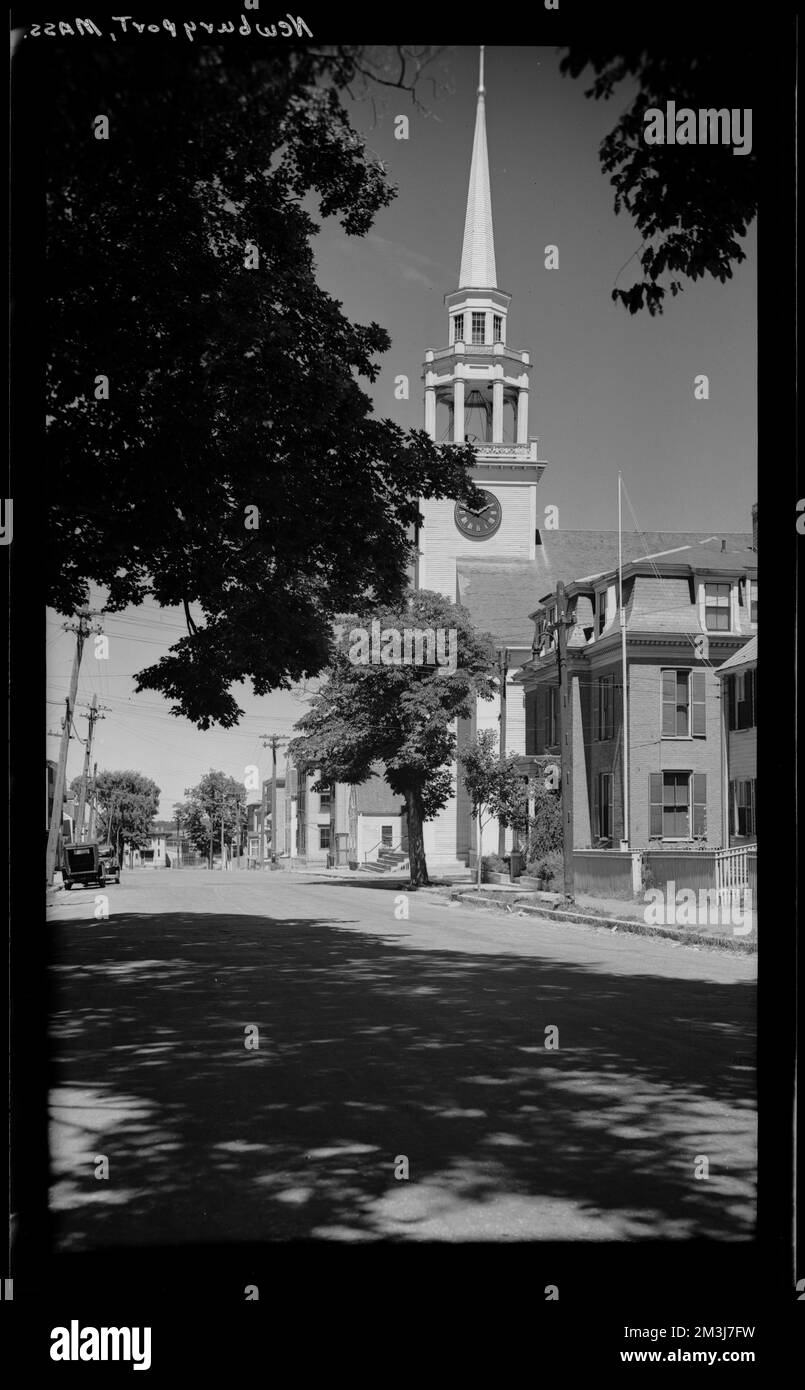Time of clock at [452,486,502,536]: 1:47
